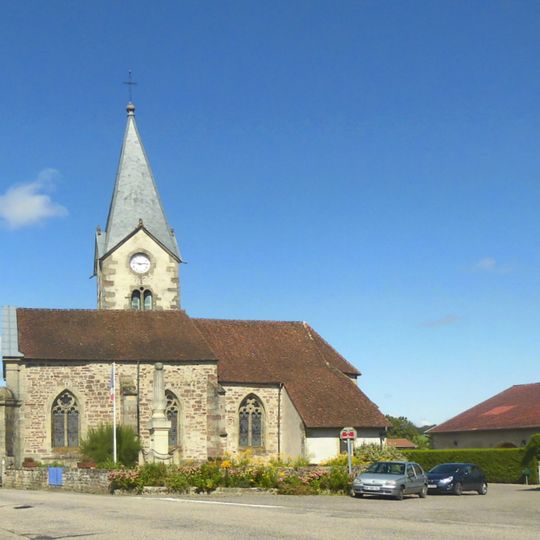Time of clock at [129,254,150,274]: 2:46
